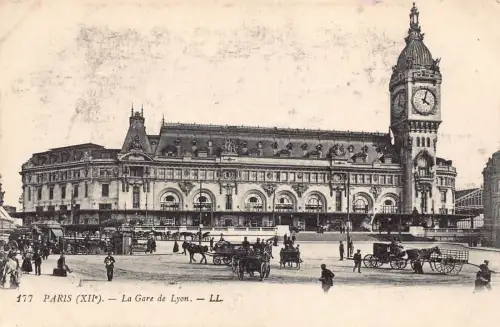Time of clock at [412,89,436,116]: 4:02
